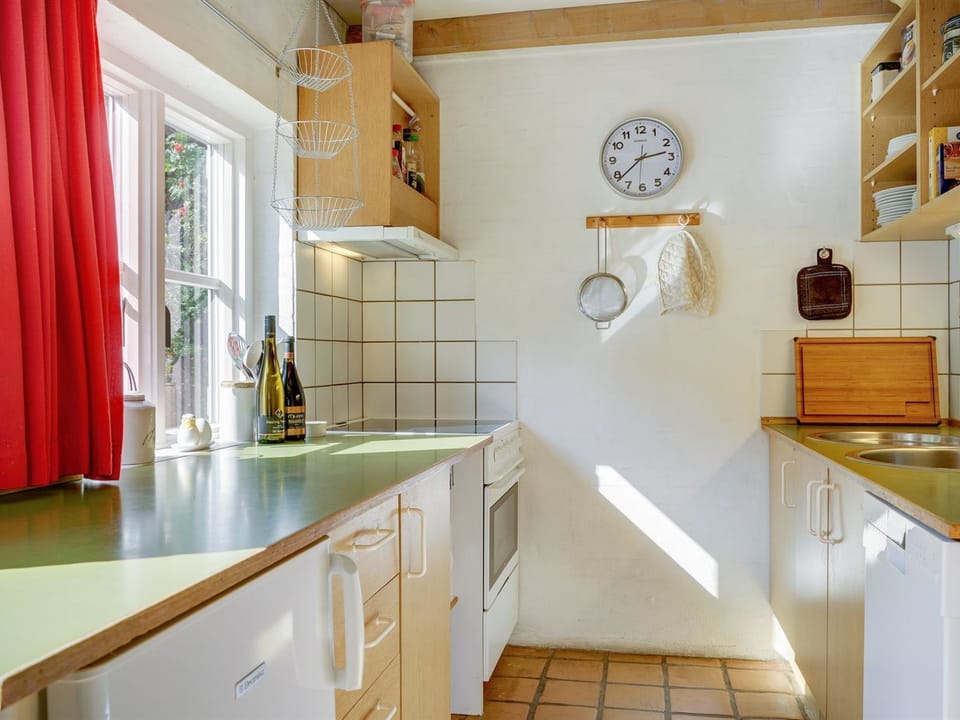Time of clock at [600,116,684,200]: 2:38
